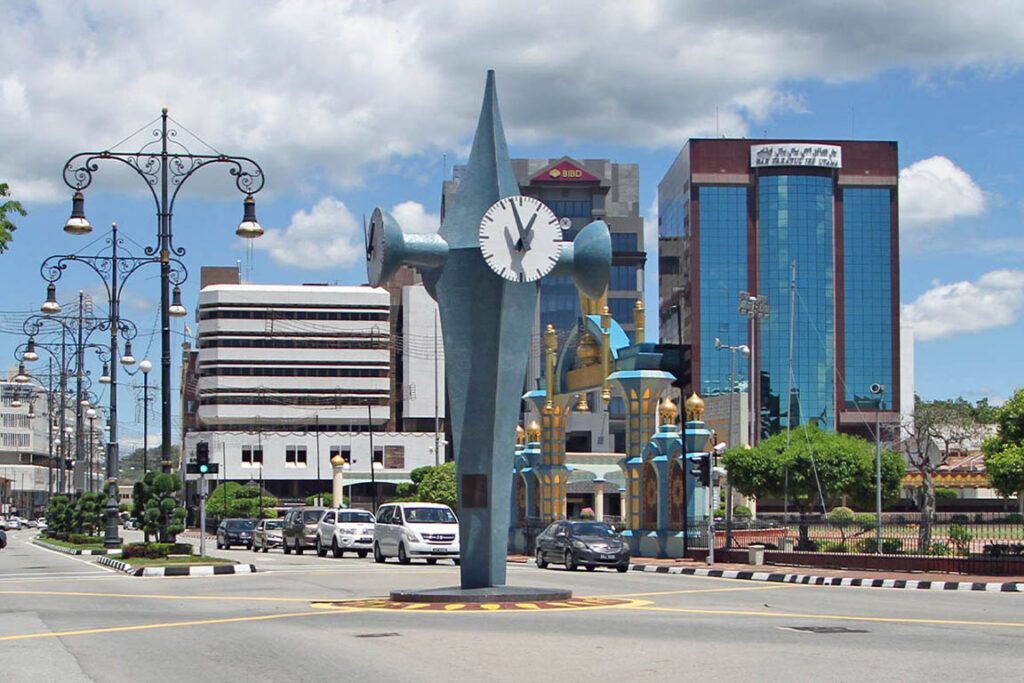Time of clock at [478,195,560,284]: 12:57
